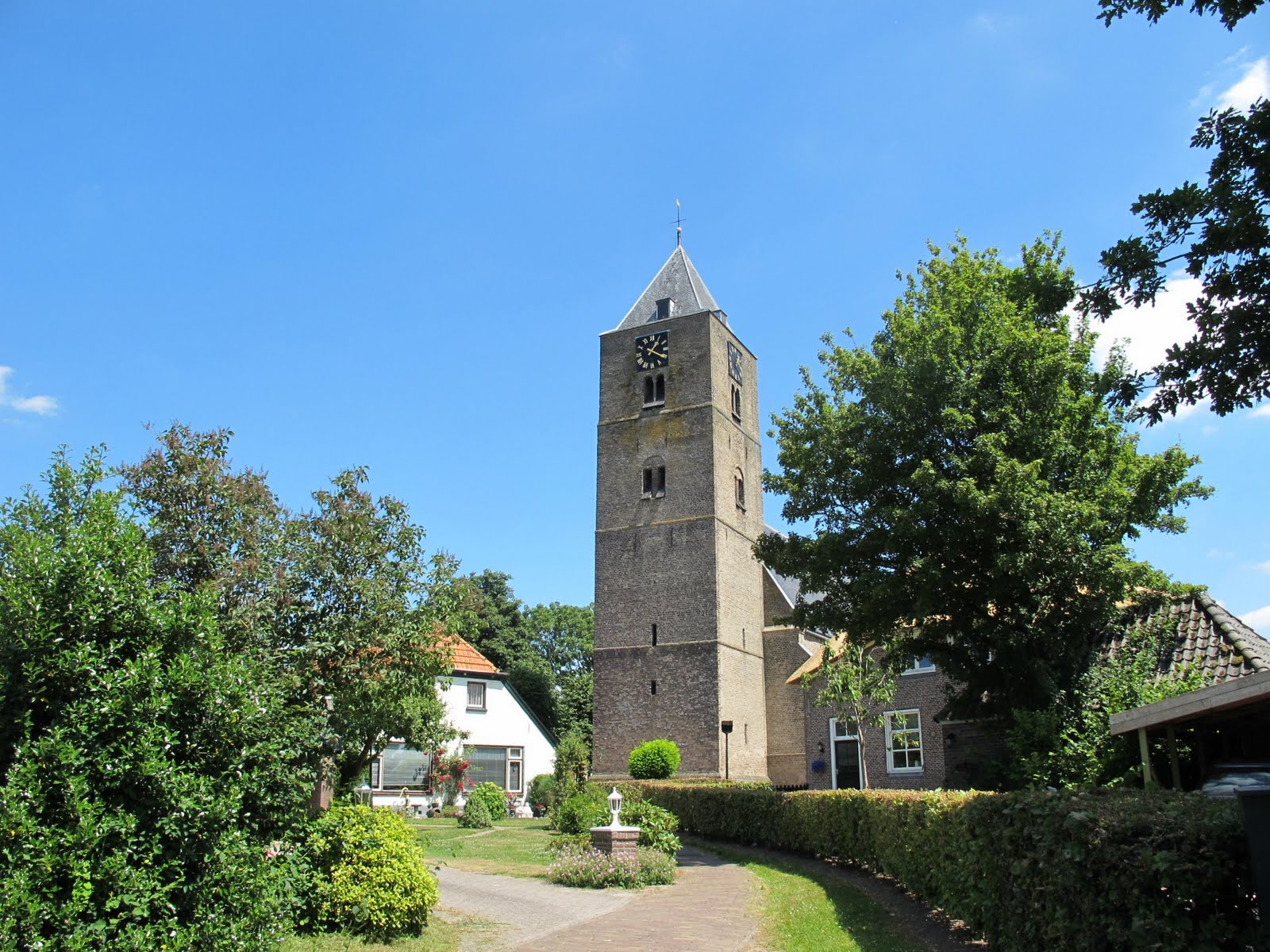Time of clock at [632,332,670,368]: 1:20
